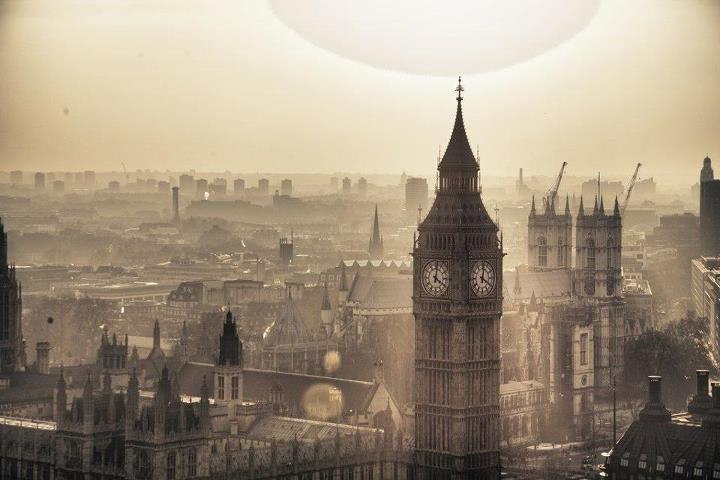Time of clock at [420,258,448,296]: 4:01
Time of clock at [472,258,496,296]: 12:20
